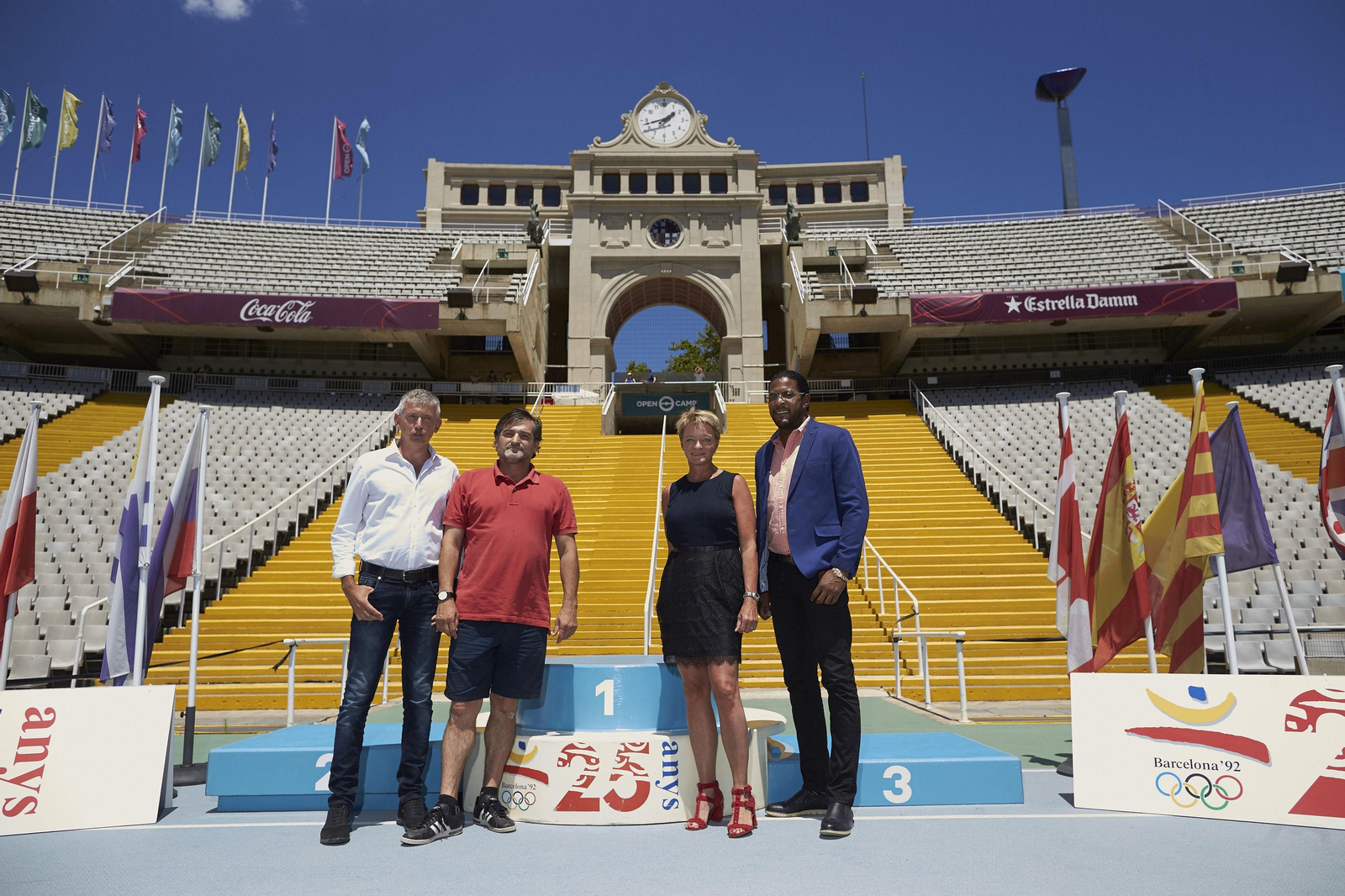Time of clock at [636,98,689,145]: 1:42
